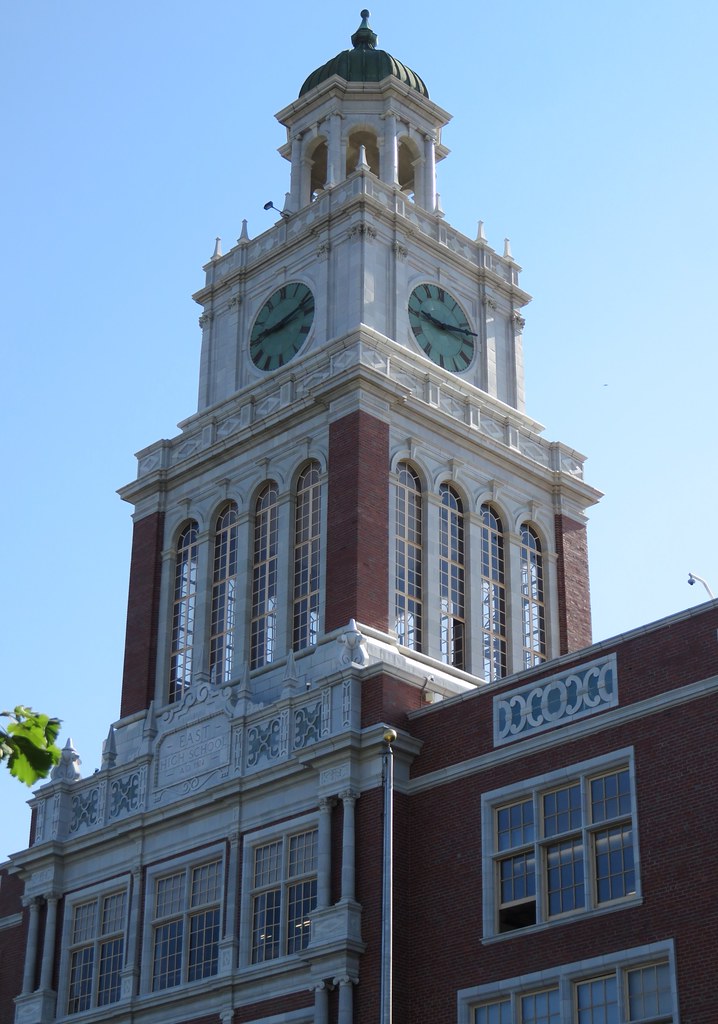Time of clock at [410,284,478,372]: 9:12
